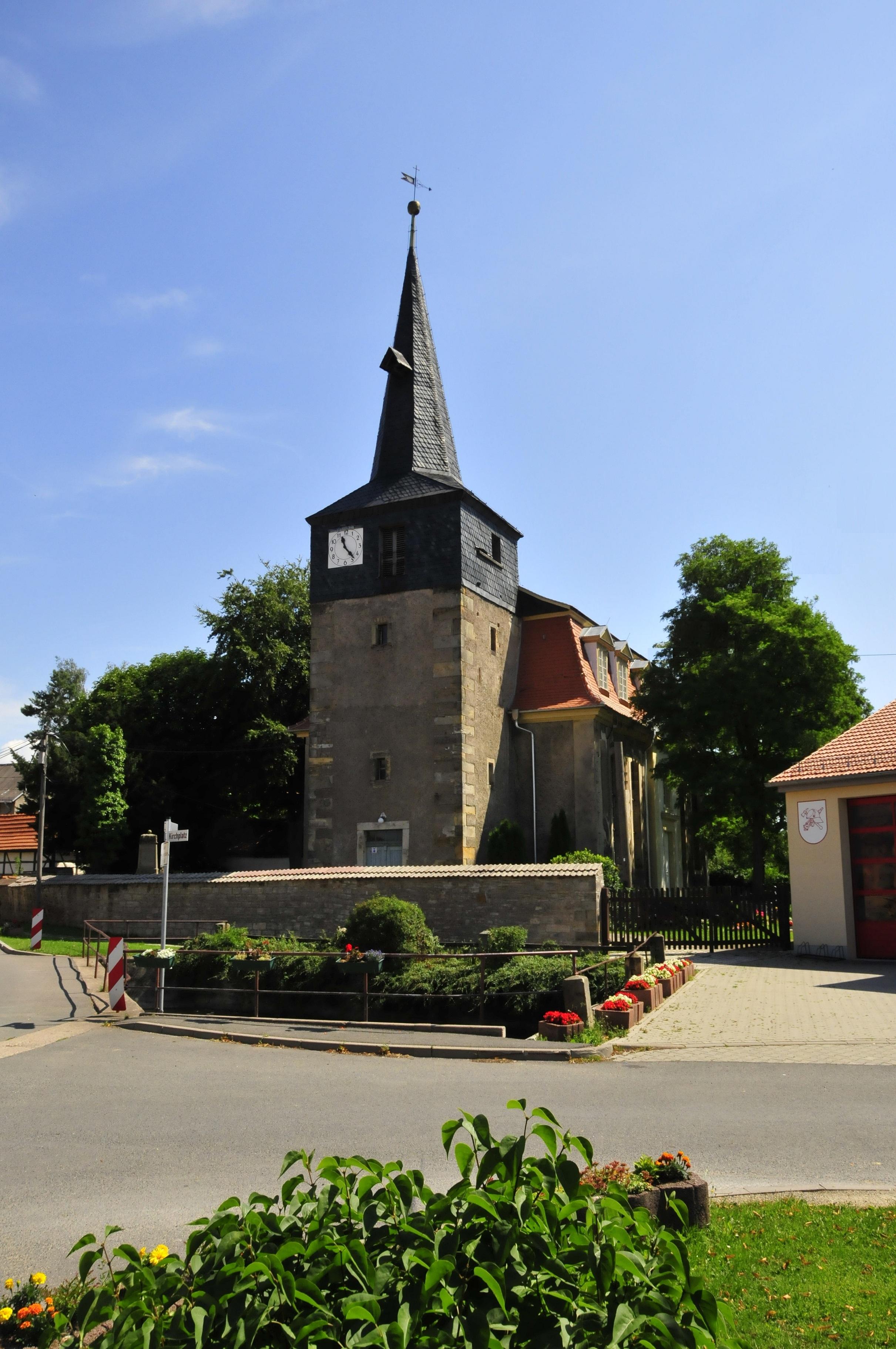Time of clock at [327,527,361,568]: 11:23
